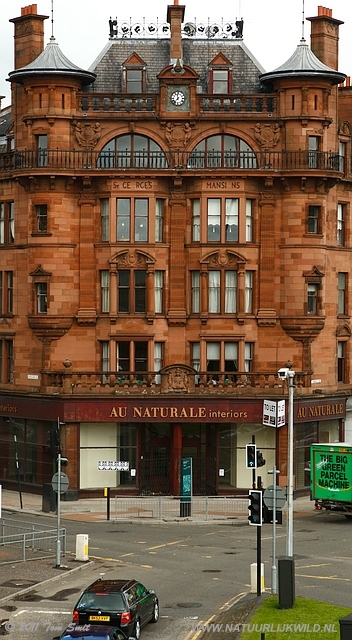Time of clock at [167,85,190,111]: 6:58
